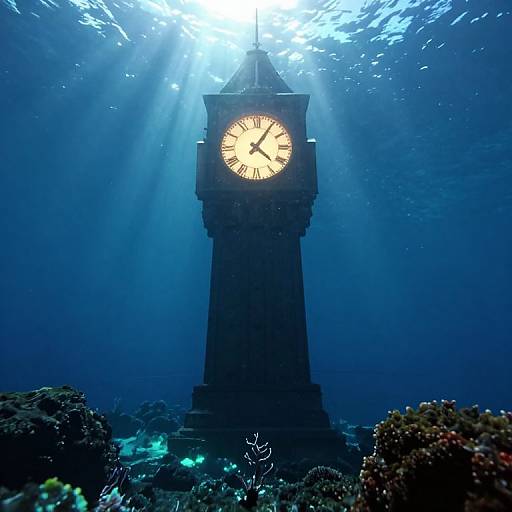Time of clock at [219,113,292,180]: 4:05
